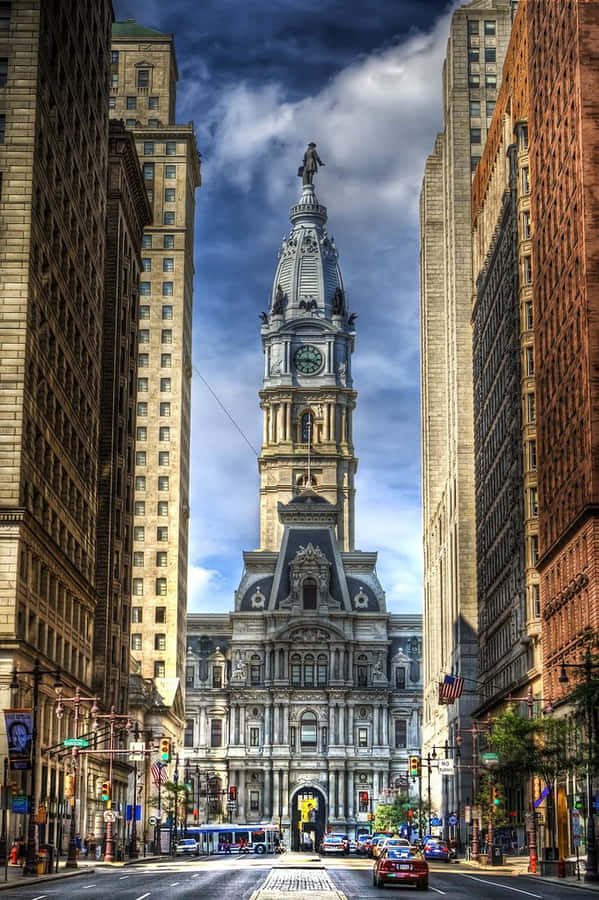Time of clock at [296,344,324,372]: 3:43
